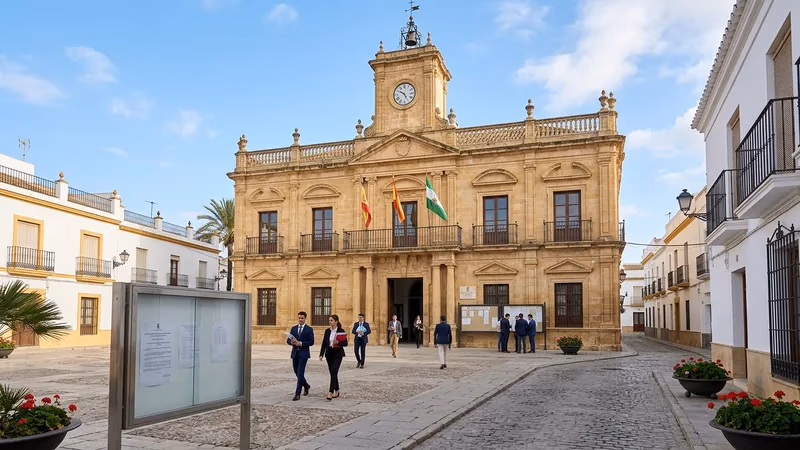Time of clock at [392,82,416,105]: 4:50
